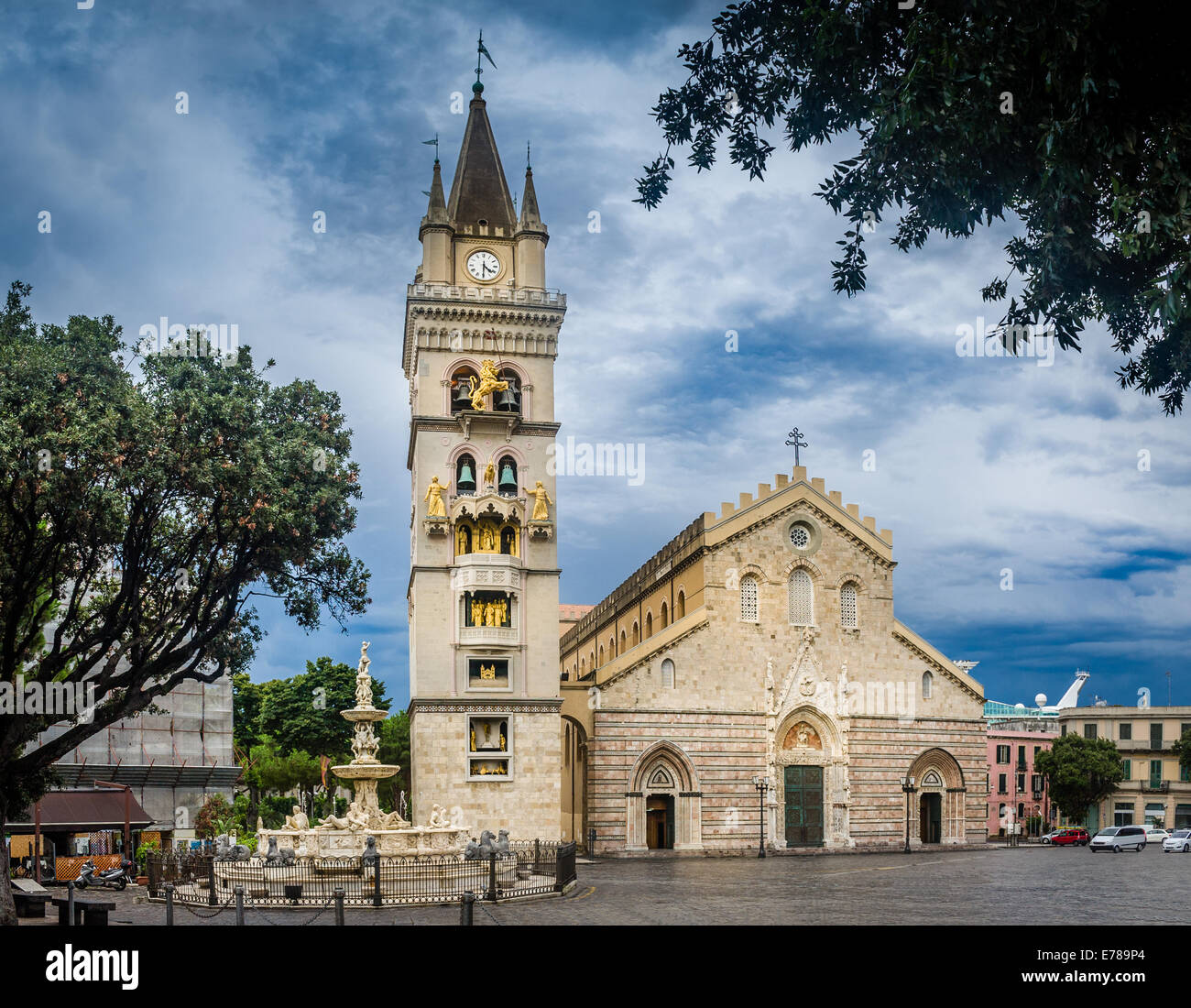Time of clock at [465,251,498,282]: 4:30
